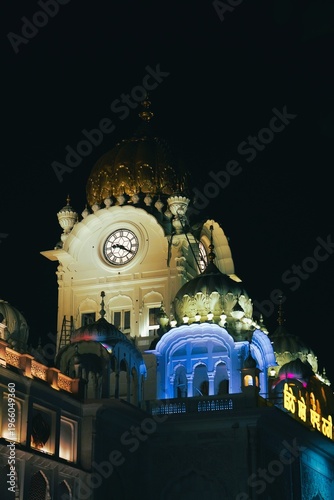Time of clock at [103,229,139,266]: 9:20
